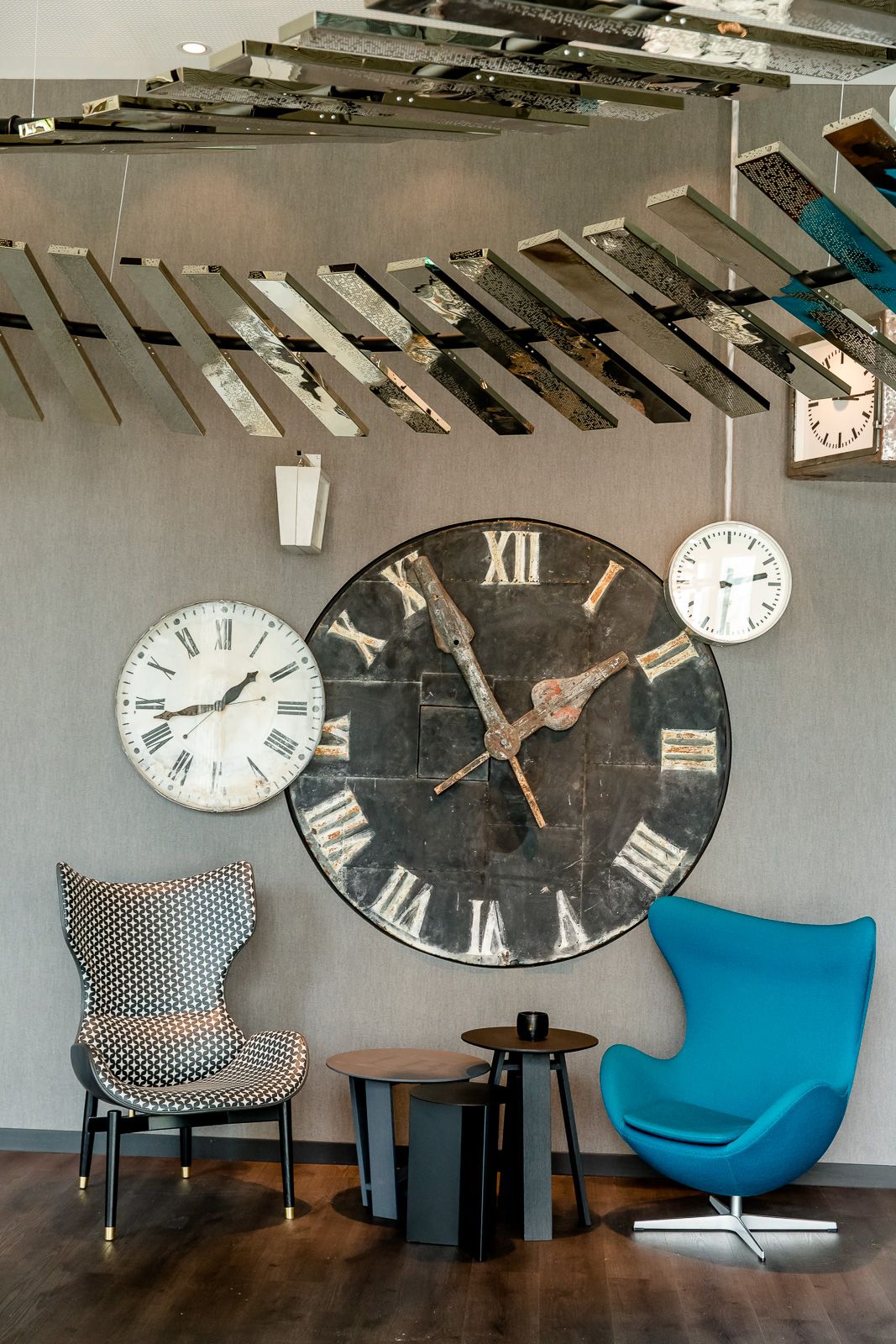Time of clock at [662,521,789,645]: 2:30
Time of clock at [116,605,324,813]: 1:42
